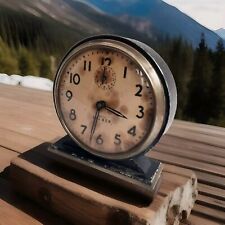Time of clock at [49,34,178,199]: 3:32
